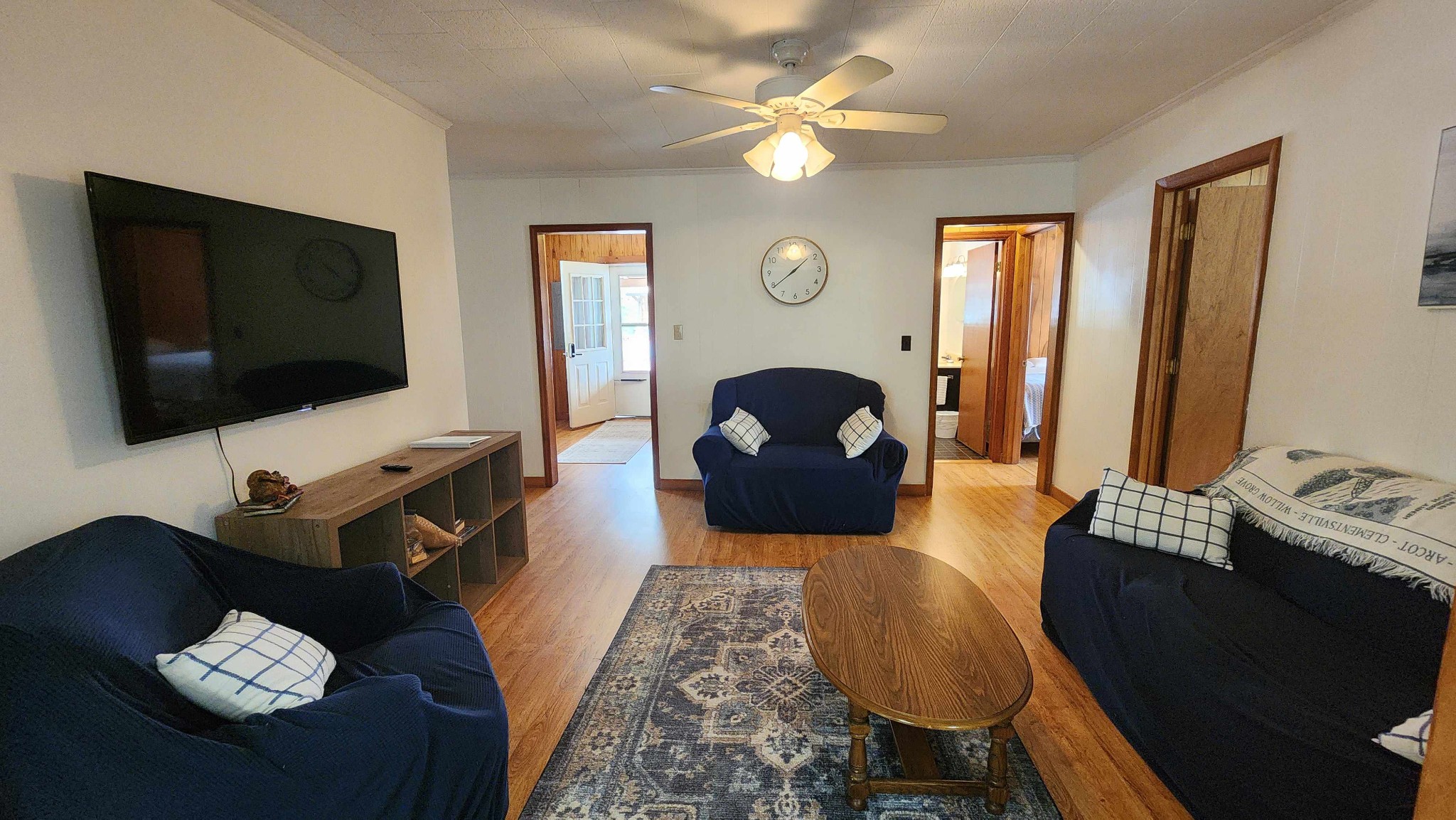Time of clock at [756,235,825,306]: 1:39
